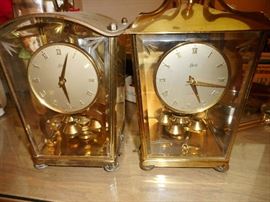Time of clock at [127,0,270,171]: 5:16
